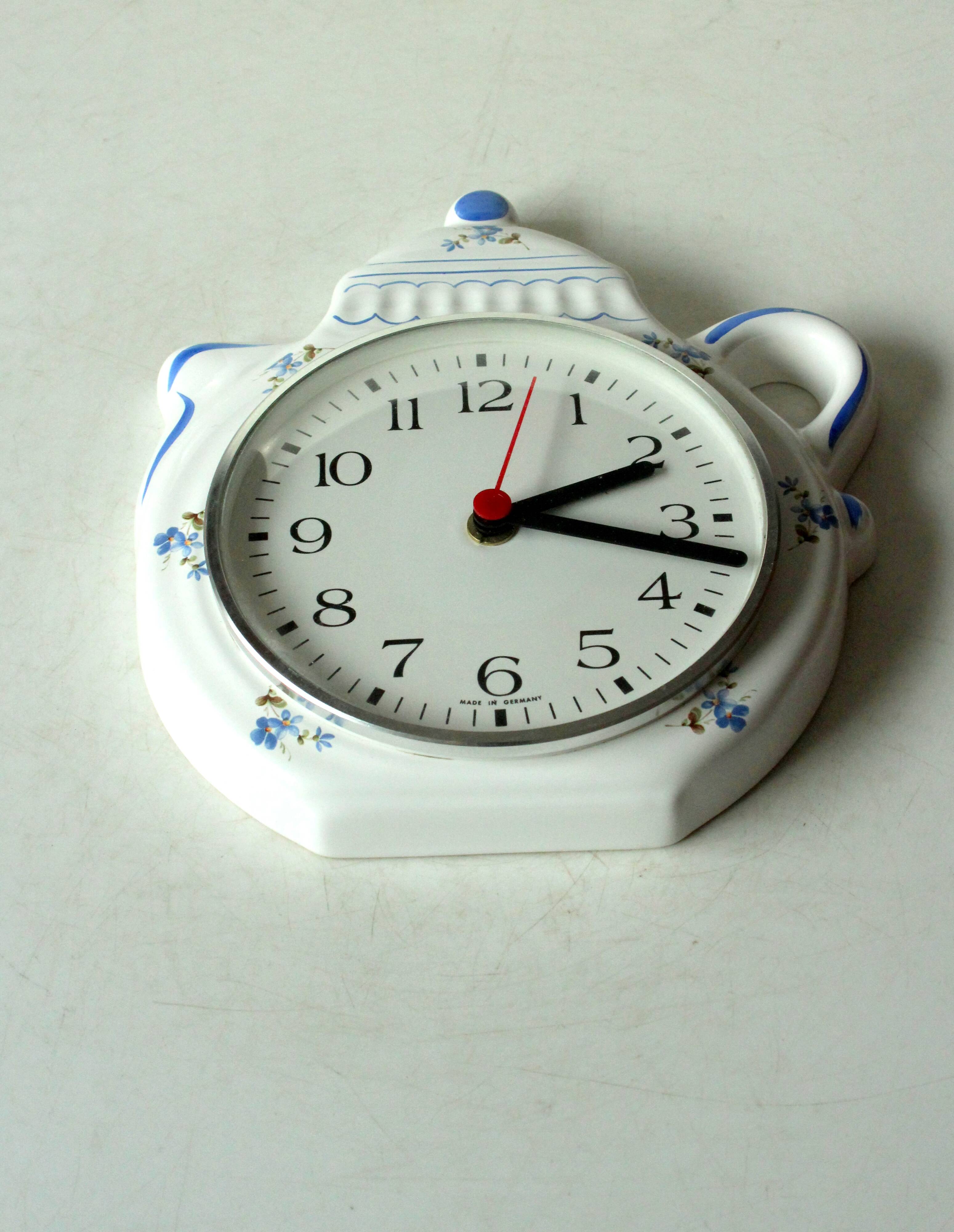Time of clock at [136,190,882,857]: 2:17
